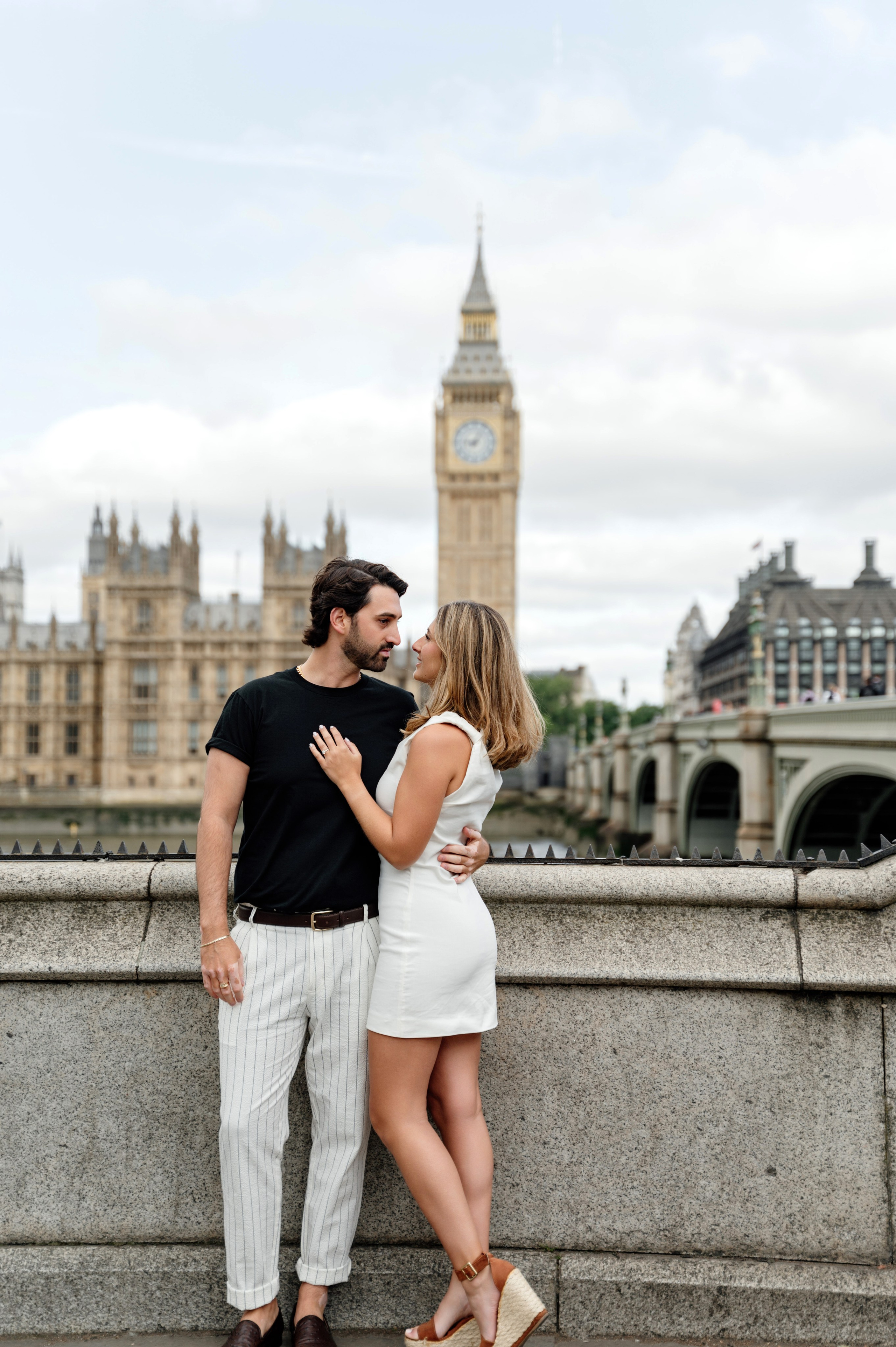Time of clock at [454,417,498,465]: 9:05
